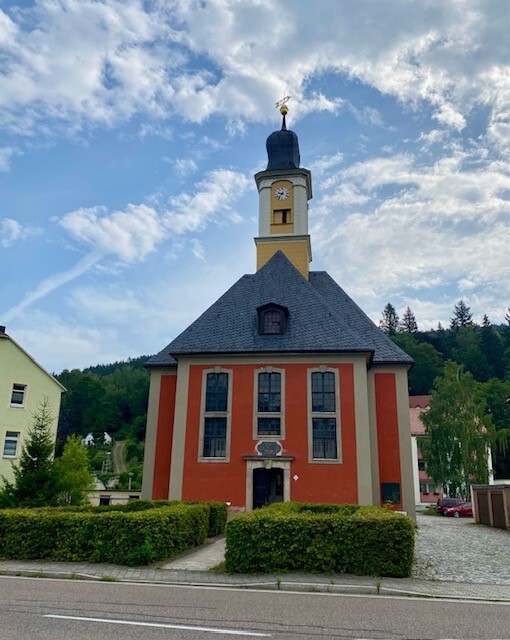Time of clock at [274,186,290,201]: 9:36
